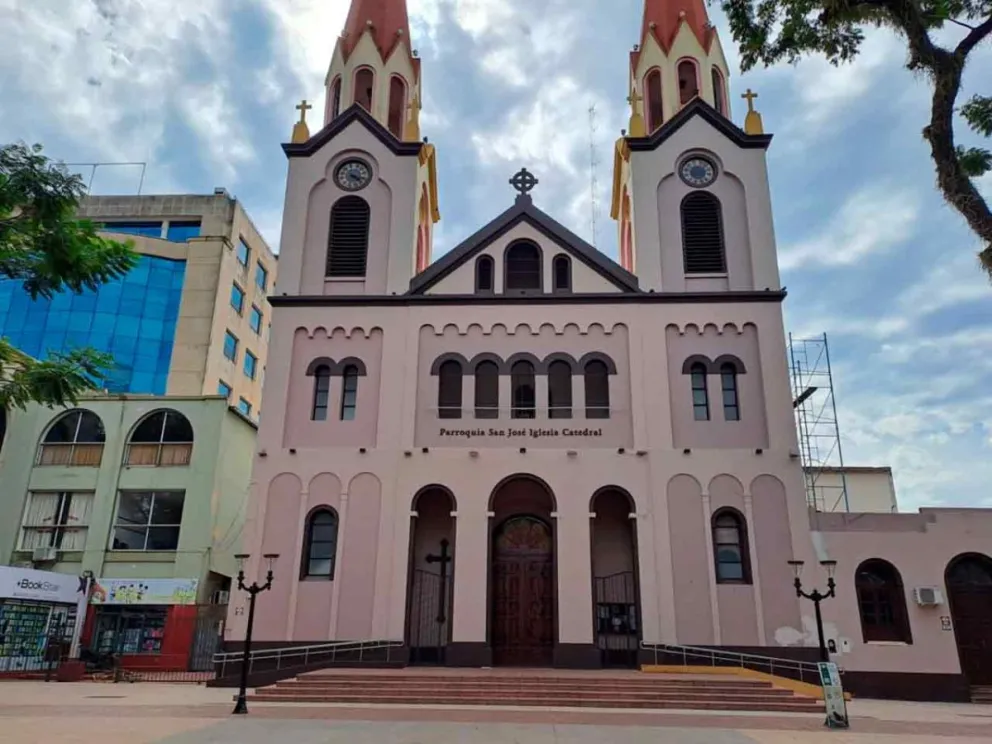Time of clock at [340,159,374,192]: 4:17
